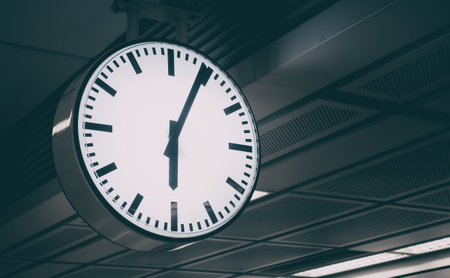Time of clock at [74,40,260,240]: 6:04
